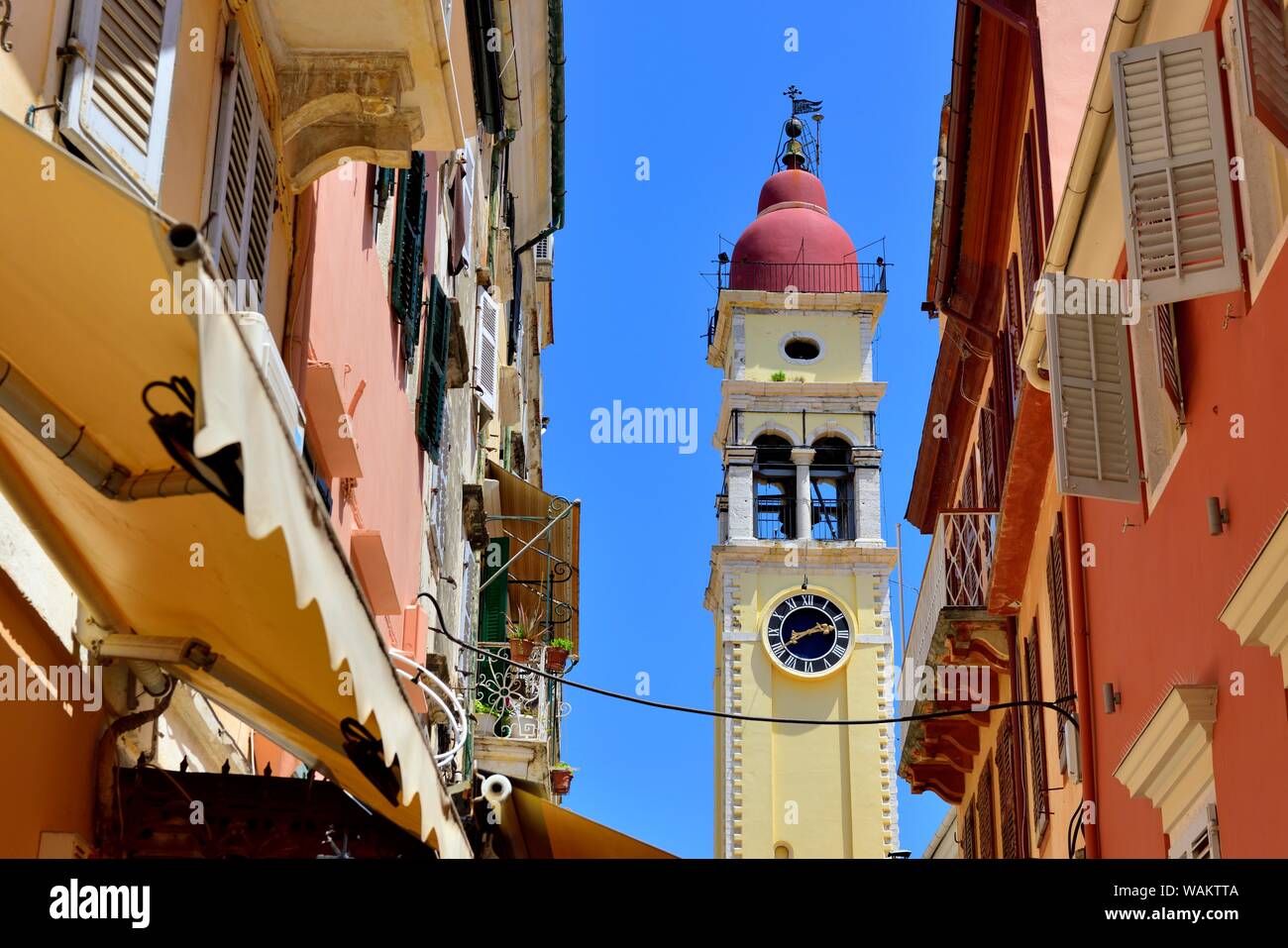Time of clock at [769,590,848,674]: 2:40
